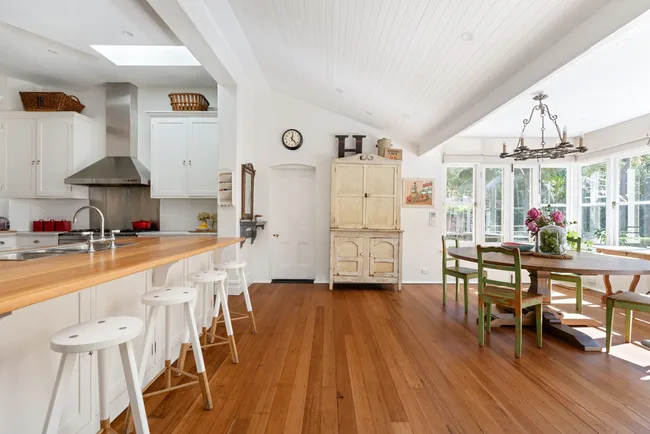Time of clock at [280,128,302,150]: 12:22
